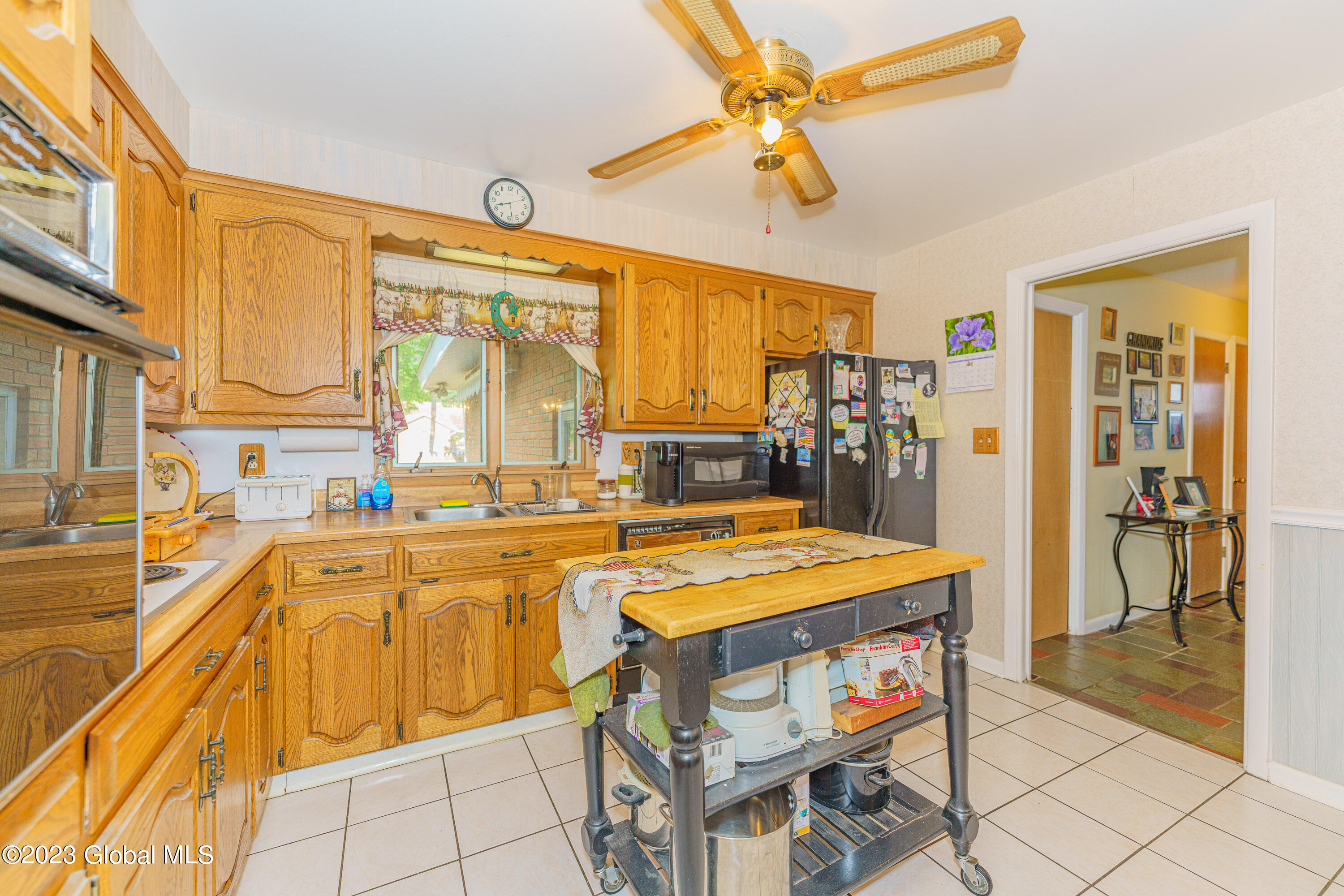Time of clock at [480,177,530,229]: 8:28
